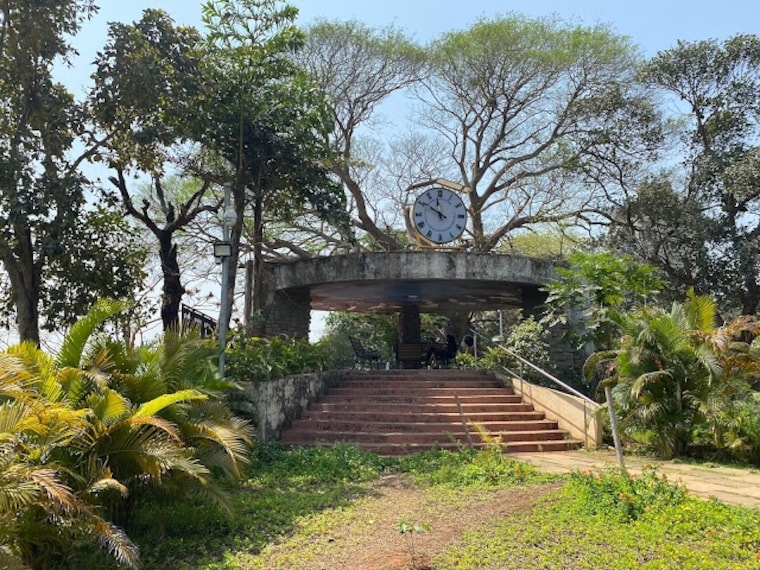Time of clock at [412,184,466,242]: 11:50
